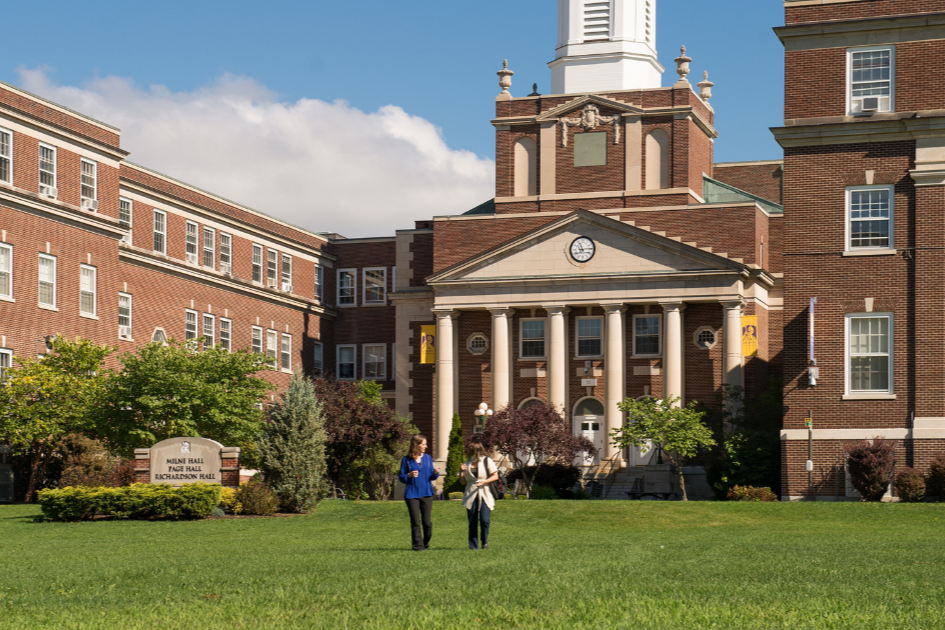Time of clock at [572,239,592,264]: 11:13
